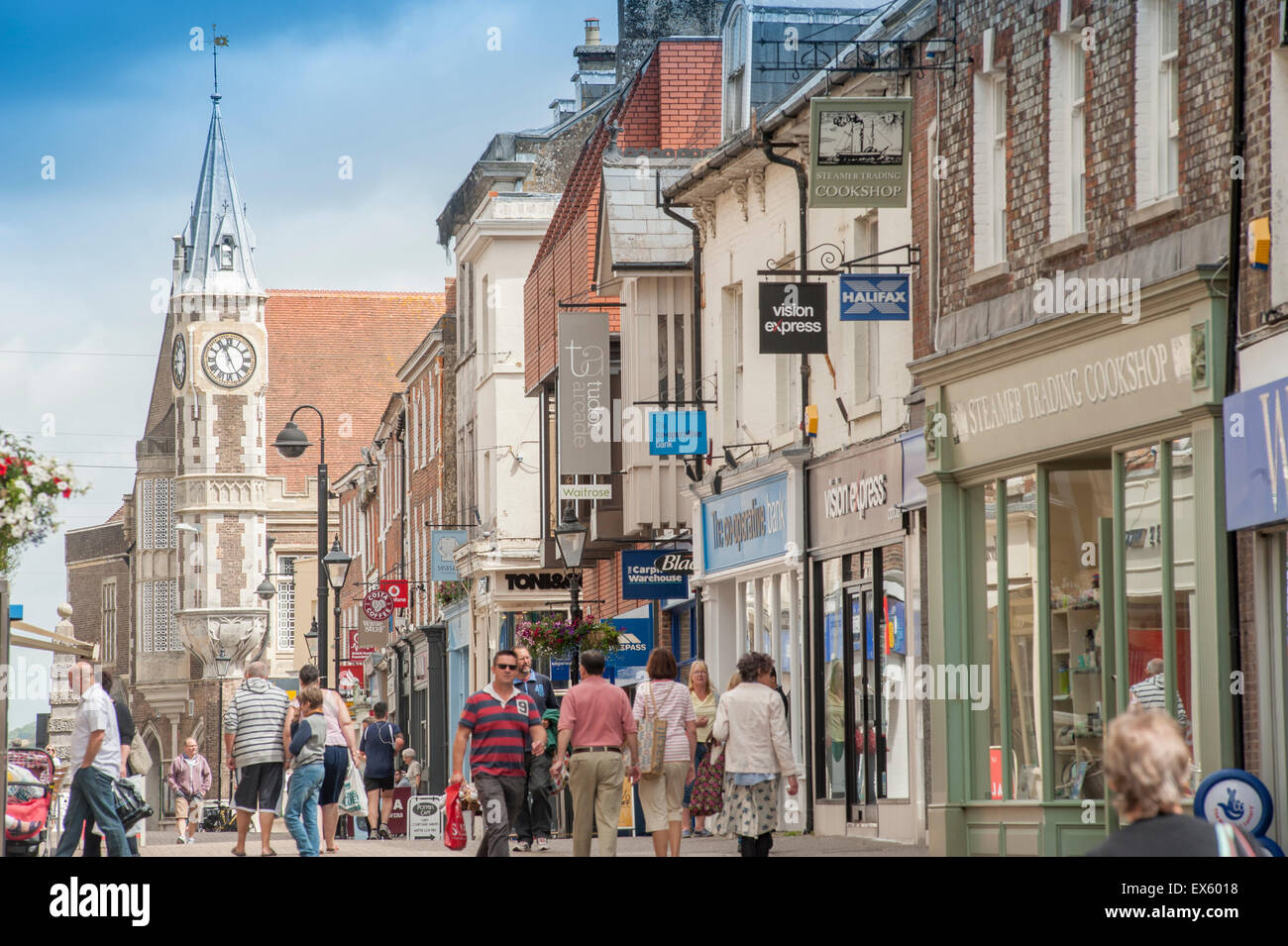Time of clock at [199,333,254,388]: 11:25
